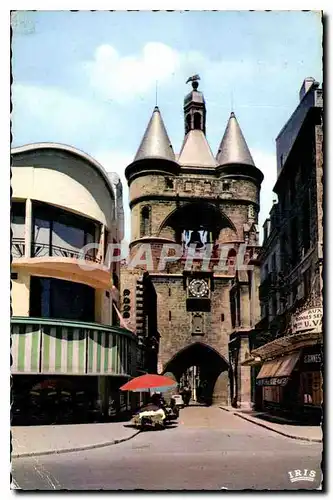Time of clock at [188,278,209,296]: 6:06
